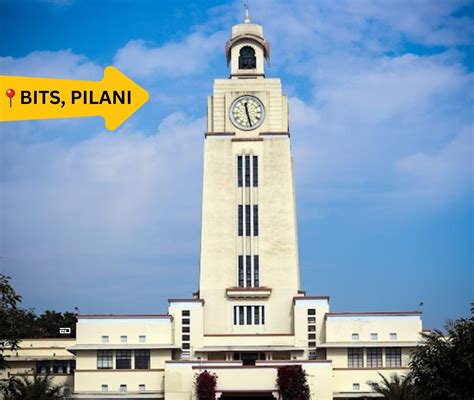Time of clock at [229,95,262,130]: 11:27
